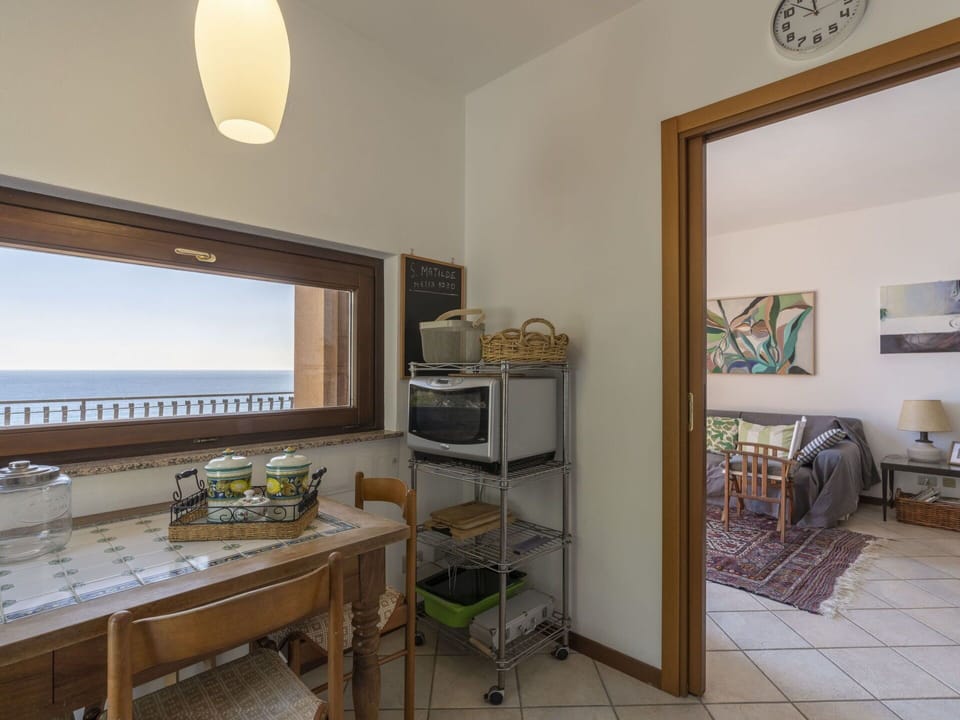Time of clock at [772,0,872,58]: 11:52
